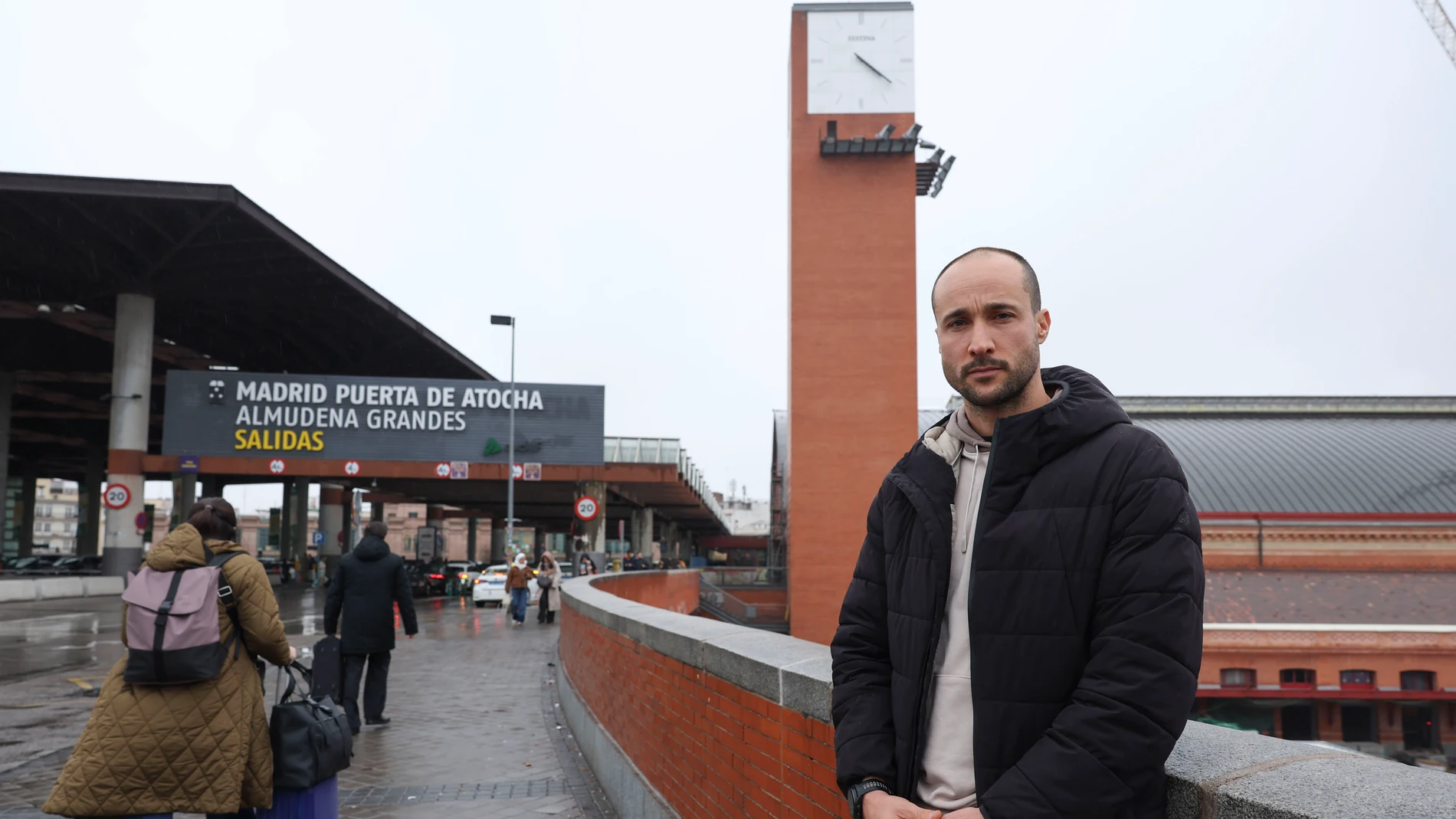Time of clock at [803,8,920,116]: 4:21
